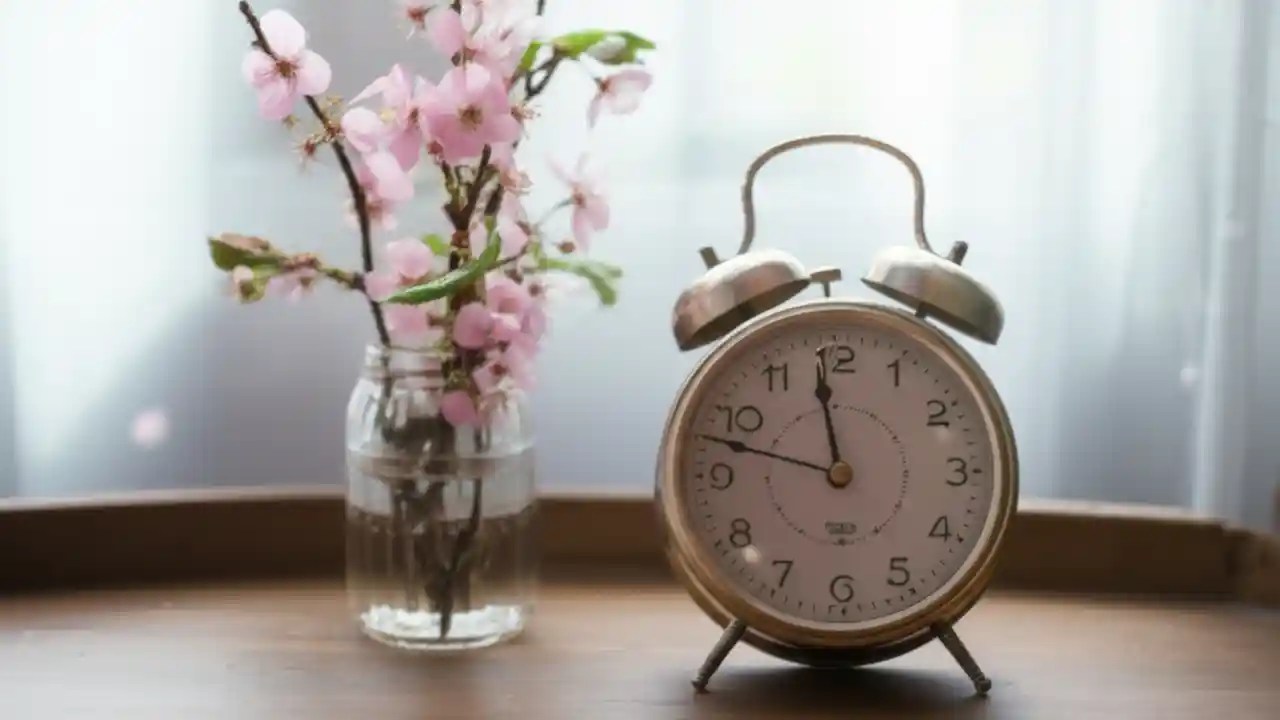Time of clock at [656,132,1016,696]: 11:47
